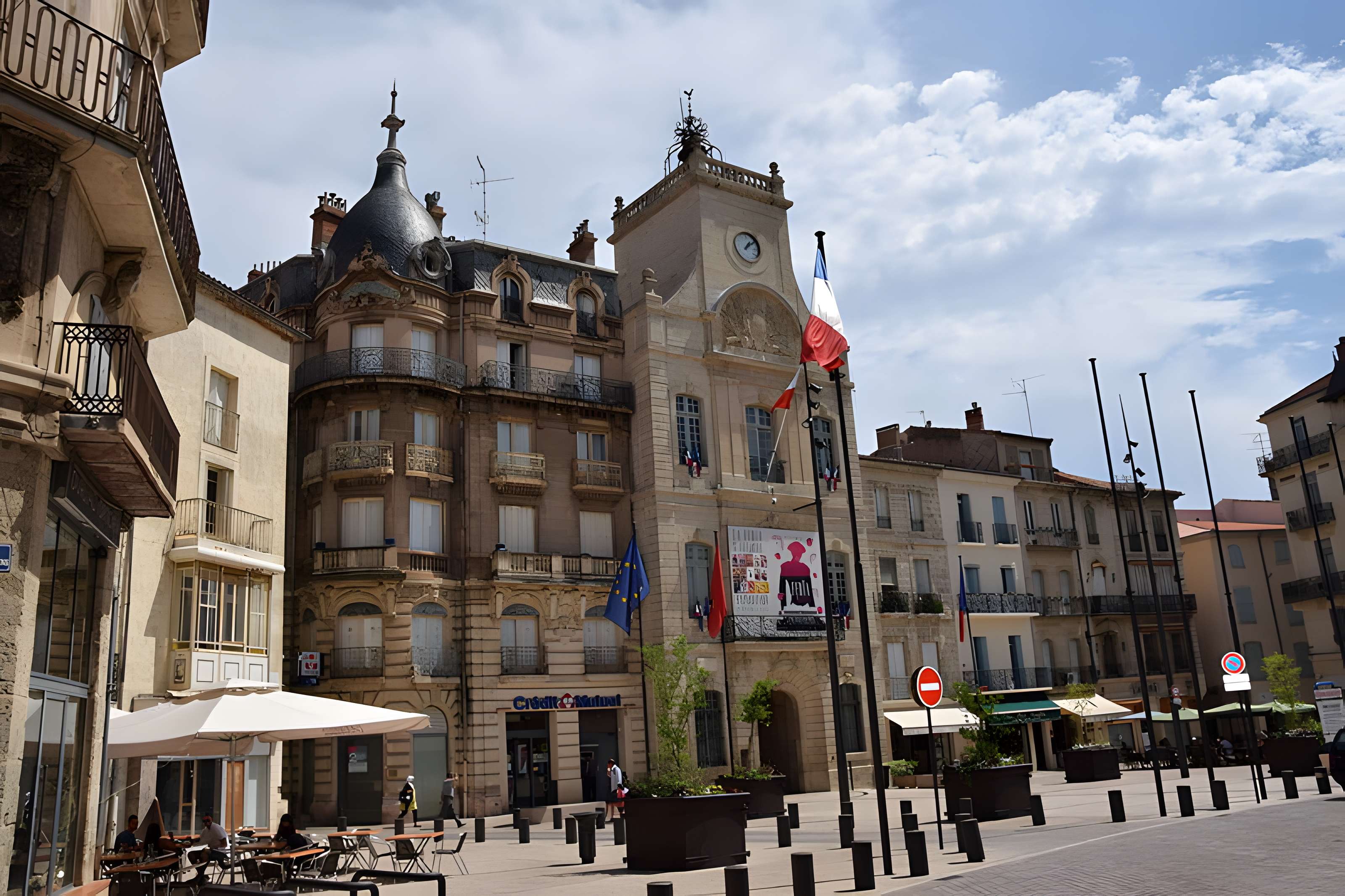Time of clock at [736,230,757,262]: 1:08
